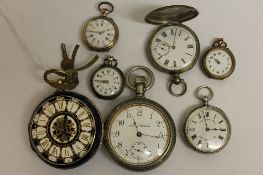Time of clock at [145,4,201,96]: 10:02
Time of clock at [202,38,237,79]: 9:51
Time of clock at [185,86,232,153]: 2:58
